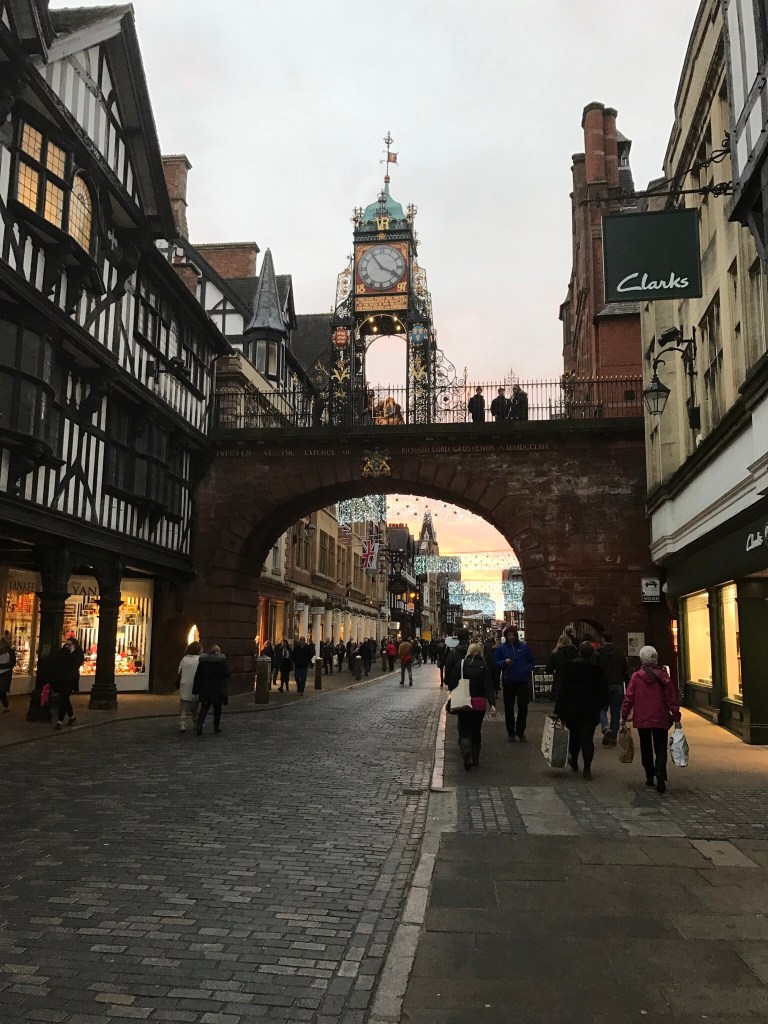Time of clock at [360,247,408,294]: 3:54
